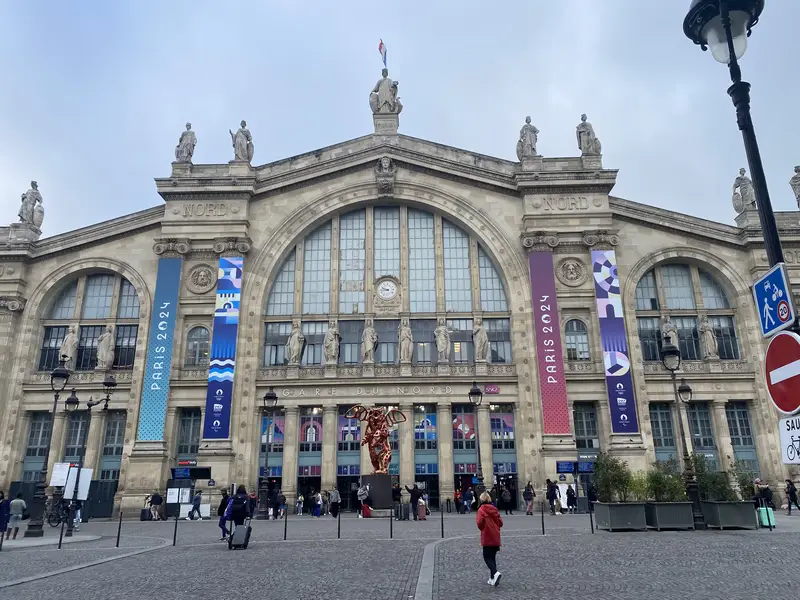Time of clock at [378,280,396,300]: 9:43
